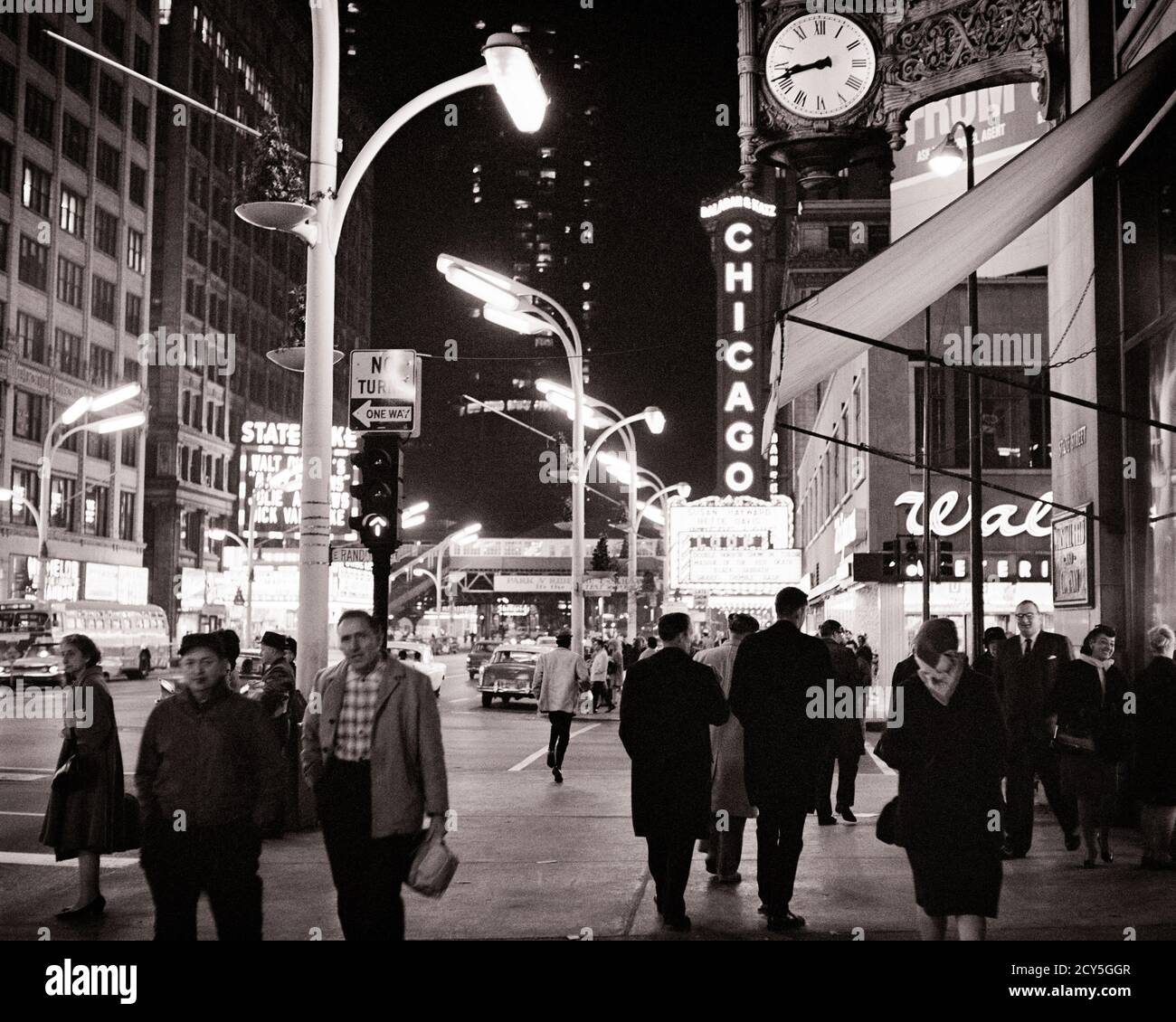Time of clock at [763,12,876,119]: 8:42
